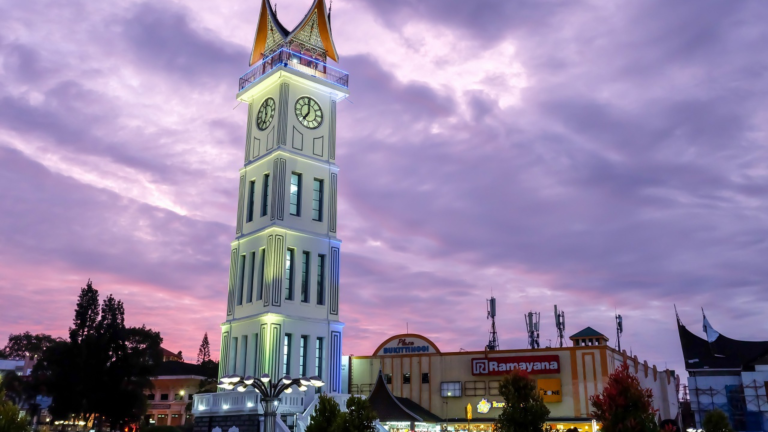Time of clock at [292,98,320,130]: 6:59
